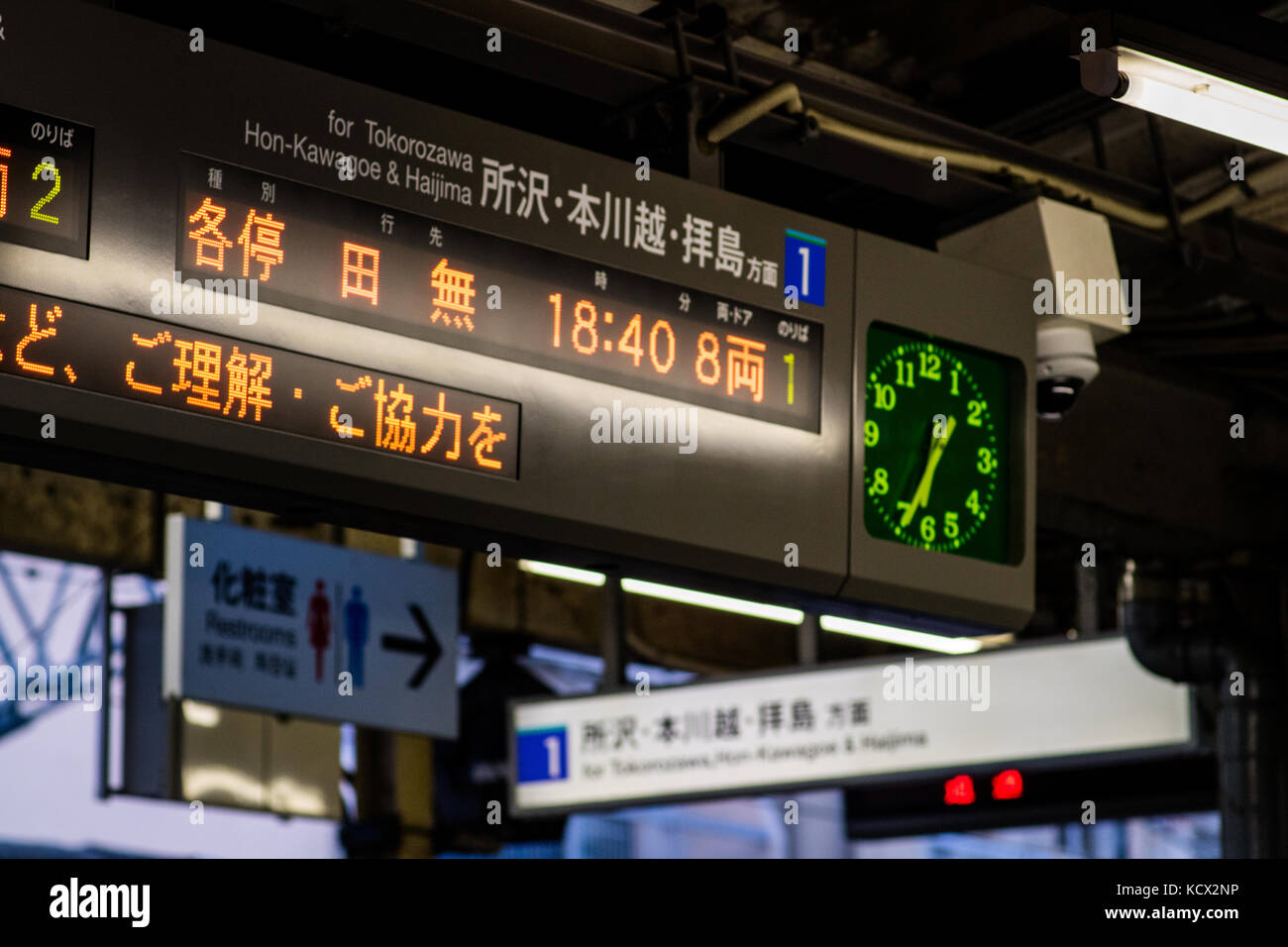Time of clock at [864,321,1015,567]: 6:34
